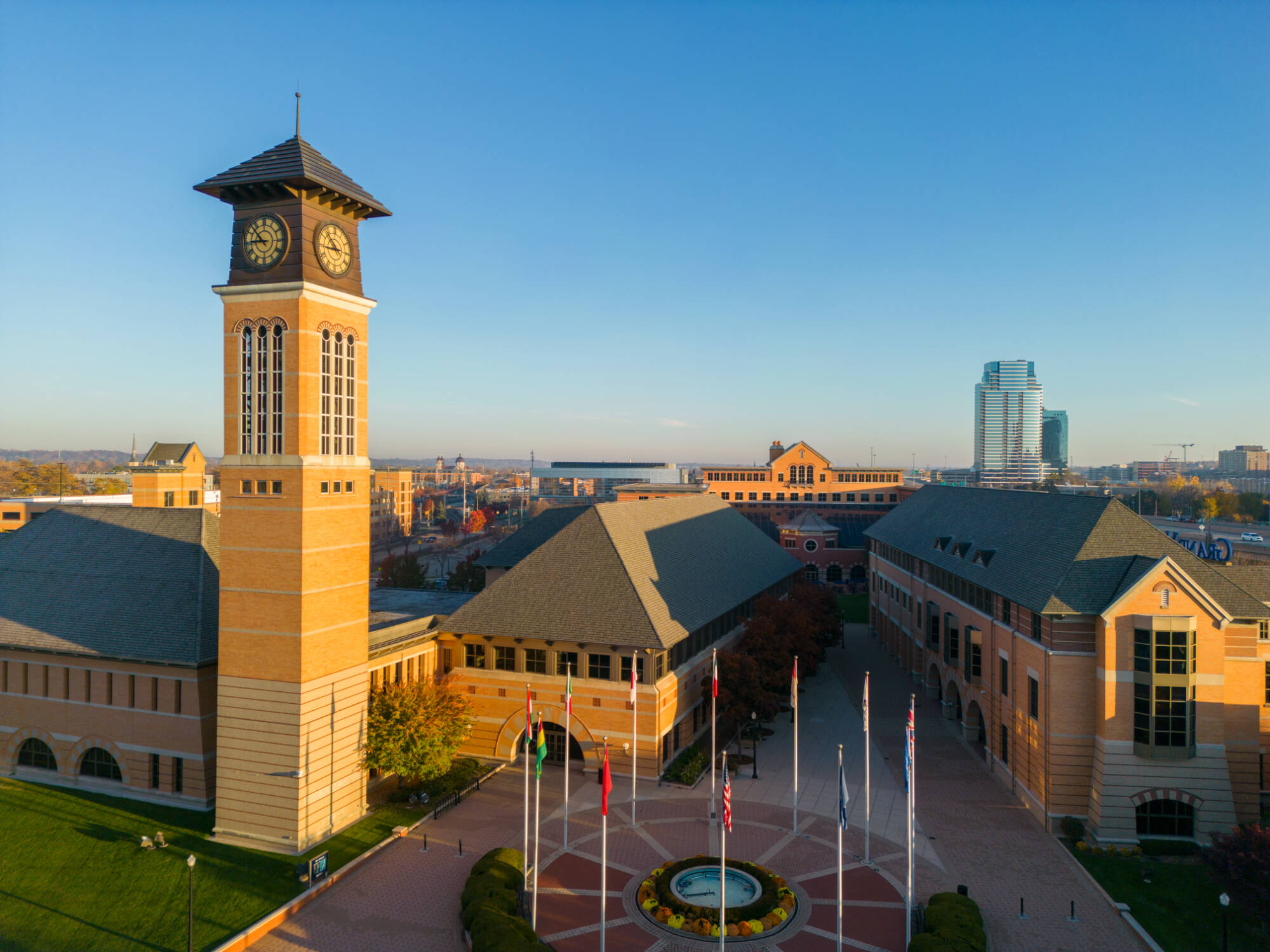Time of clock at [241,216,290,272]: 8:52
